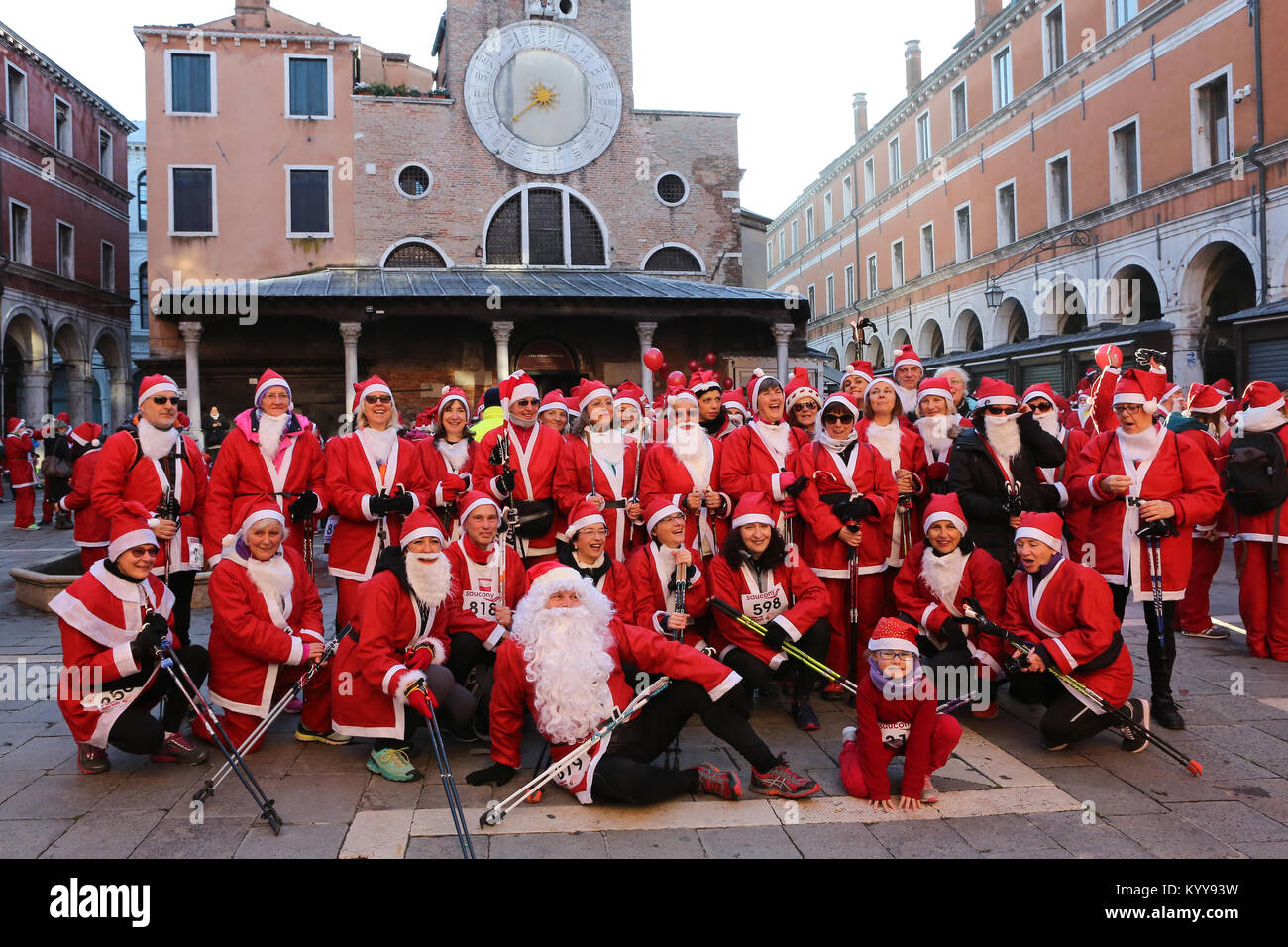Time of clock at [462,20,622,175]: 8:38
